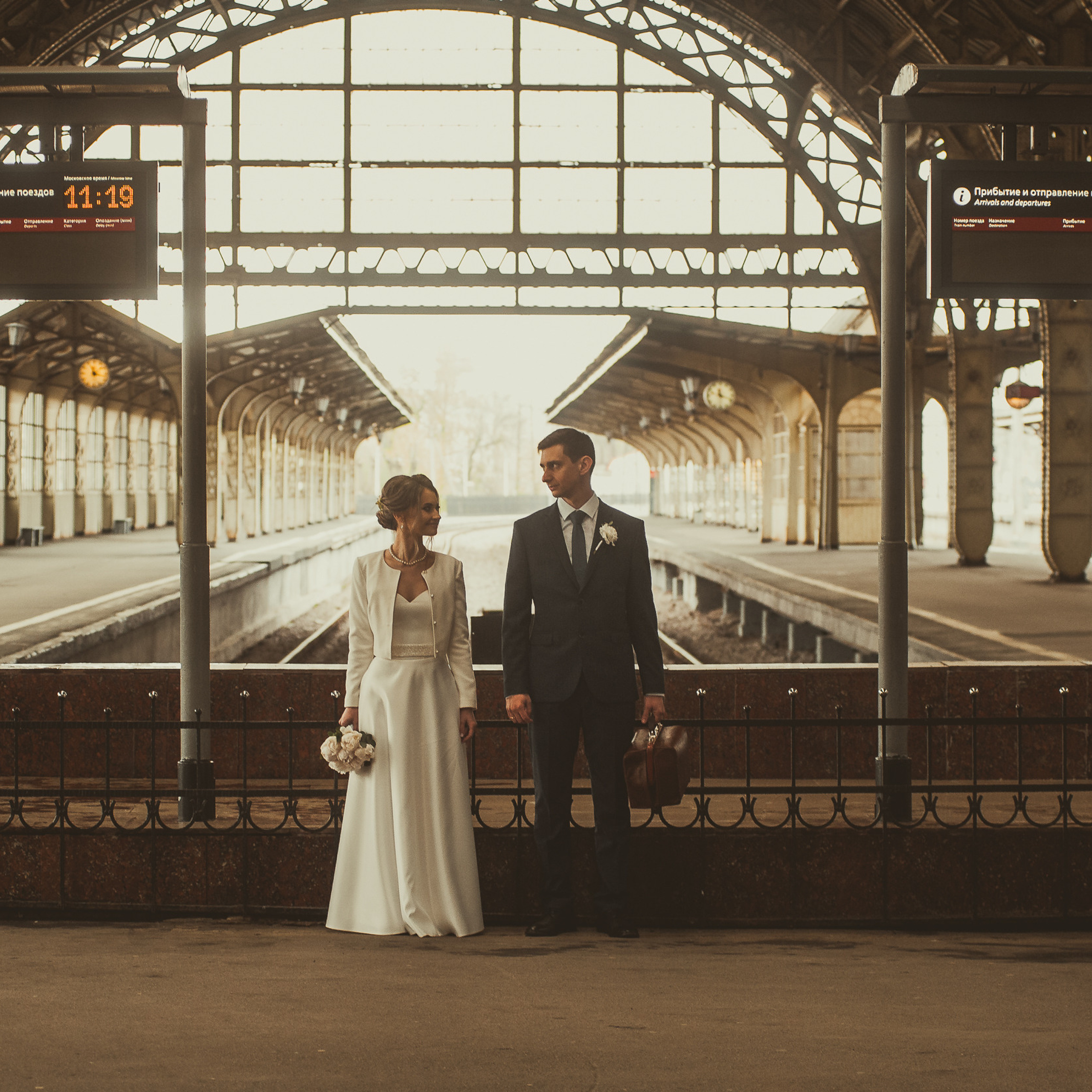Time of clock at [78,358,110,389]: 11:17
